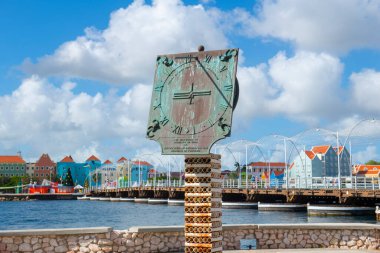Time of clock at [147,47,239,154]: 9:15
